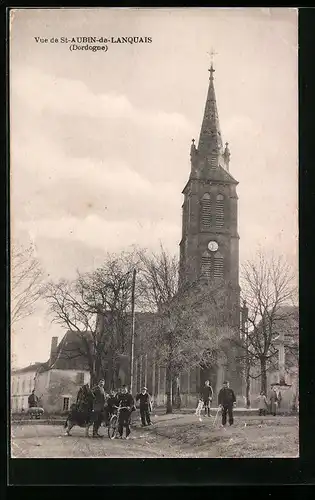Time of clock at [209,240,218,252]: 11:32
